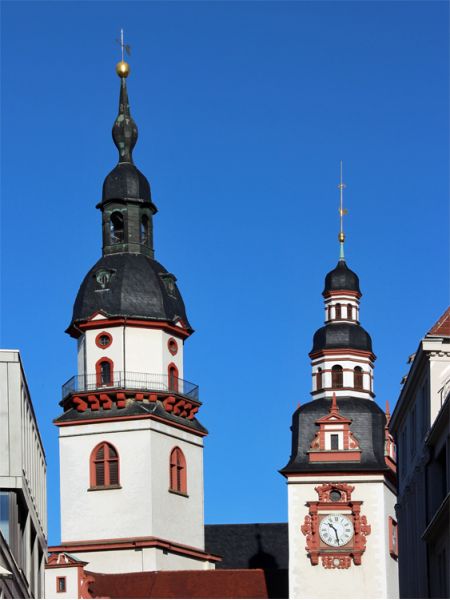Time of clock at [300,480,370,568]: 10:28
